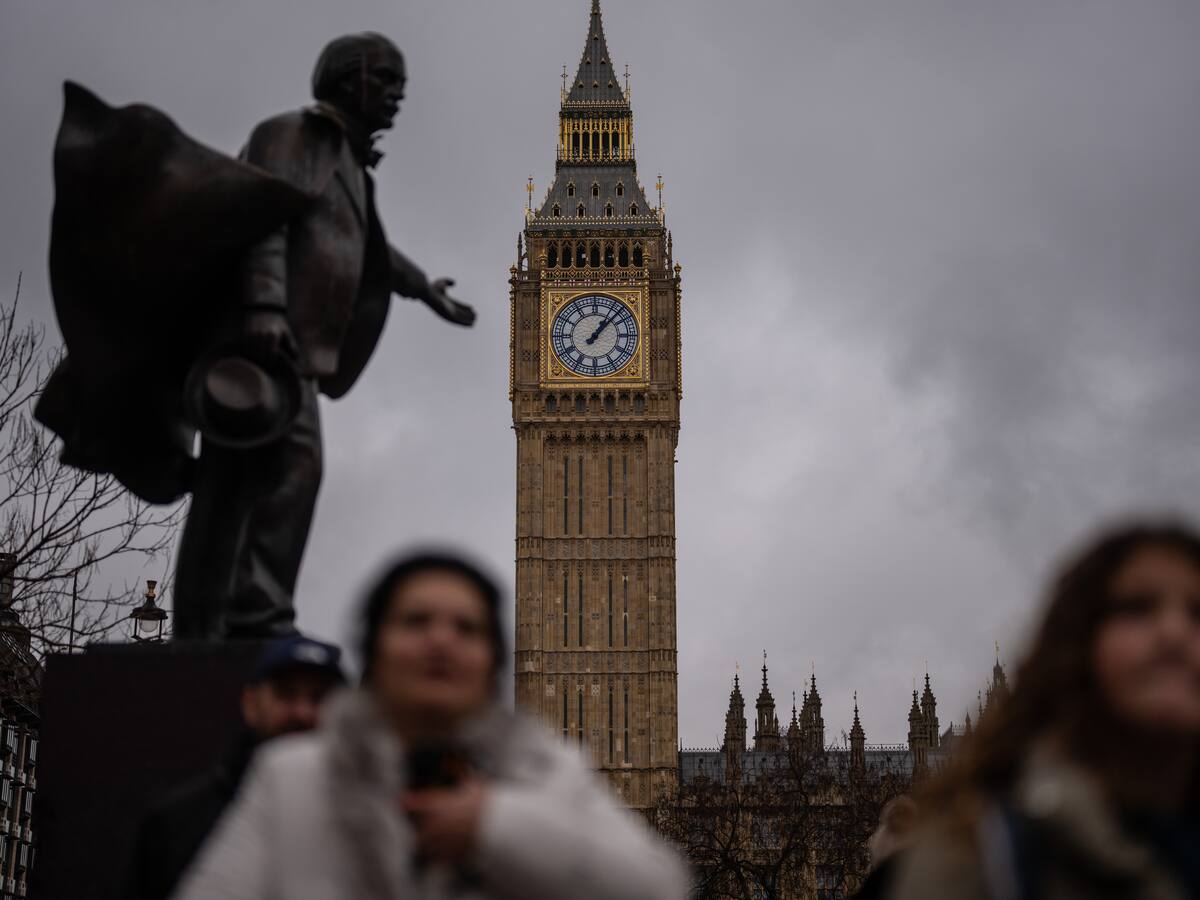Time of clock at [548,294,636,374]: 1:07
